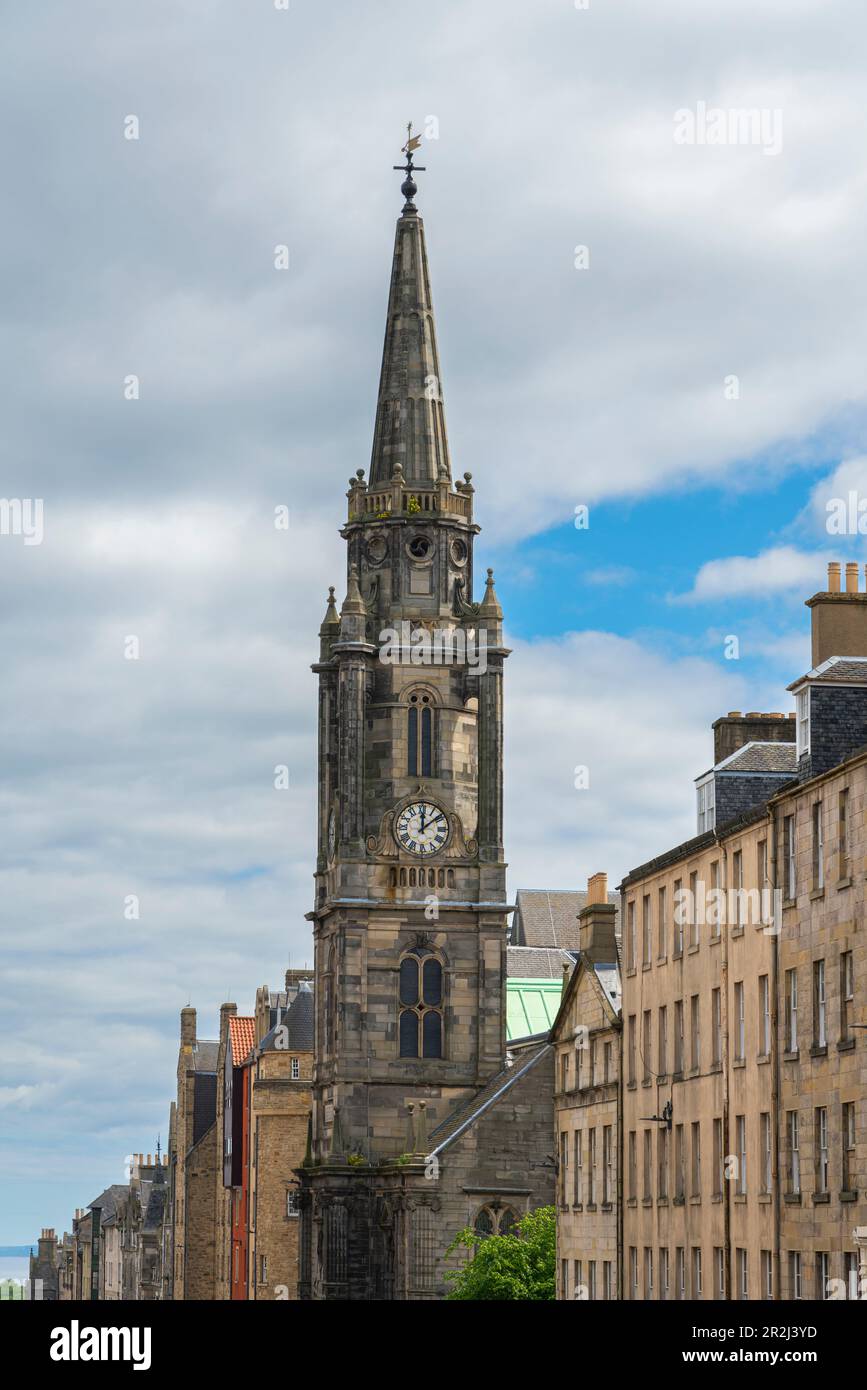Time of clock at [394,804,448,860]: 12:08
